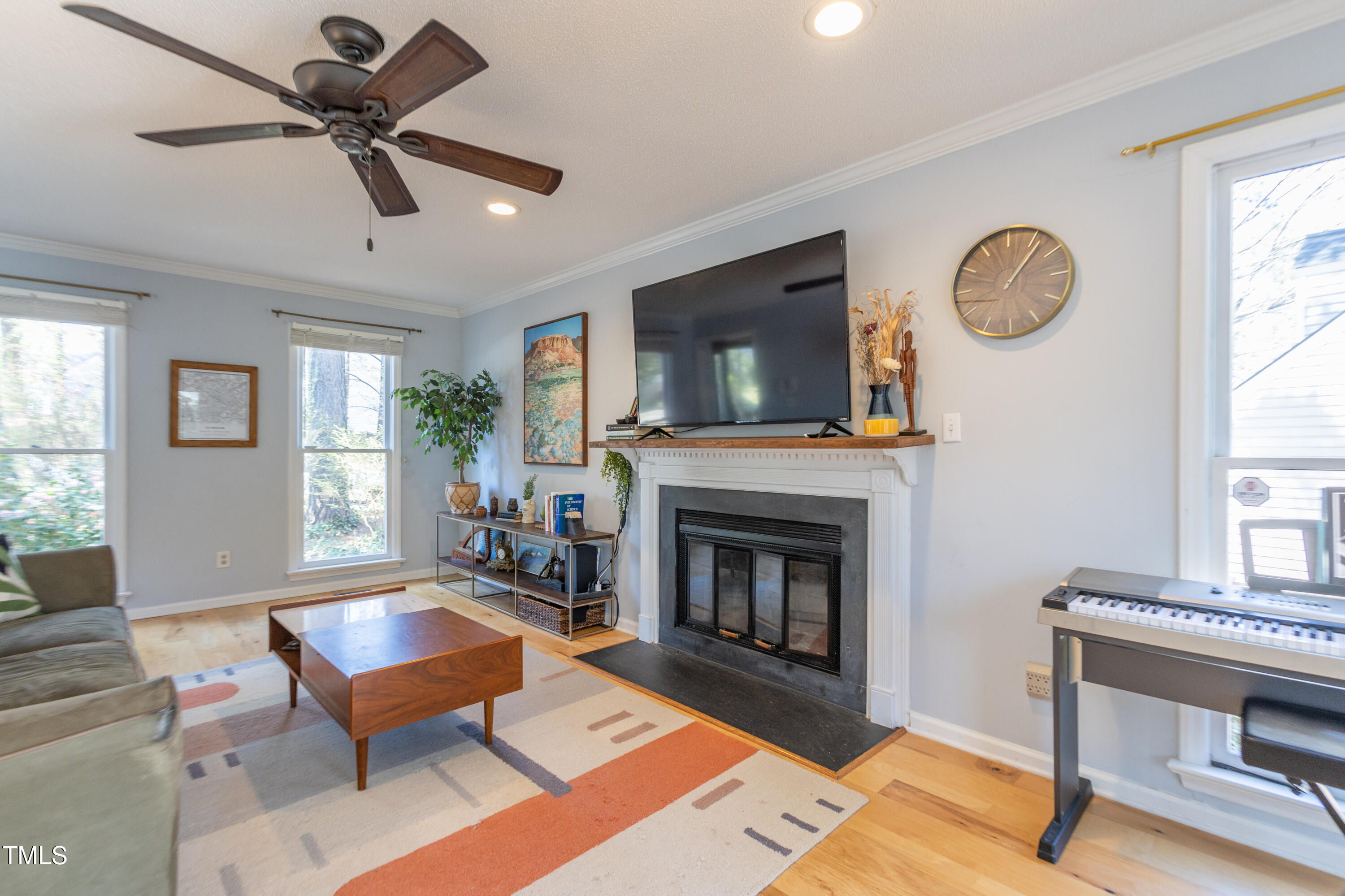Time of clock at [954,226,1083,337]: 1:06
